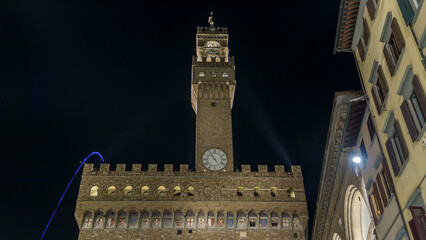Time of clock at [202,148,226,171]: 4:54
